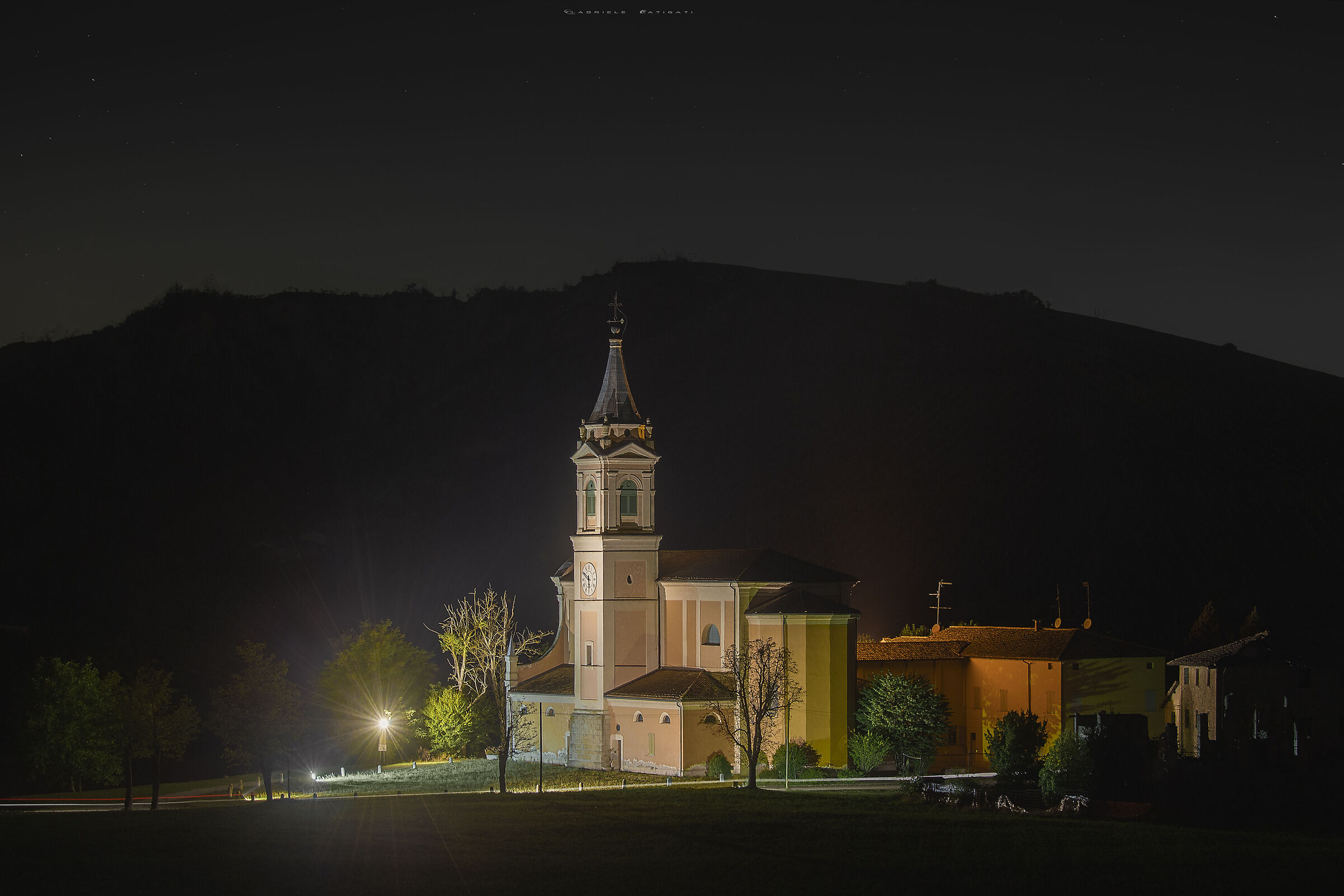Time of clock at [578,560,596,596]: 5:49
